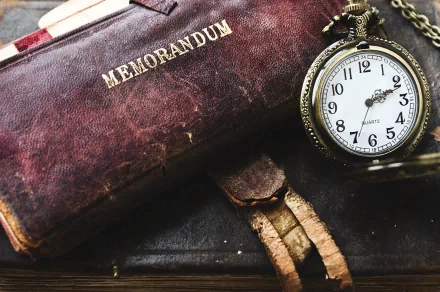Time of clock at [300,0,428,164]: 2:11
